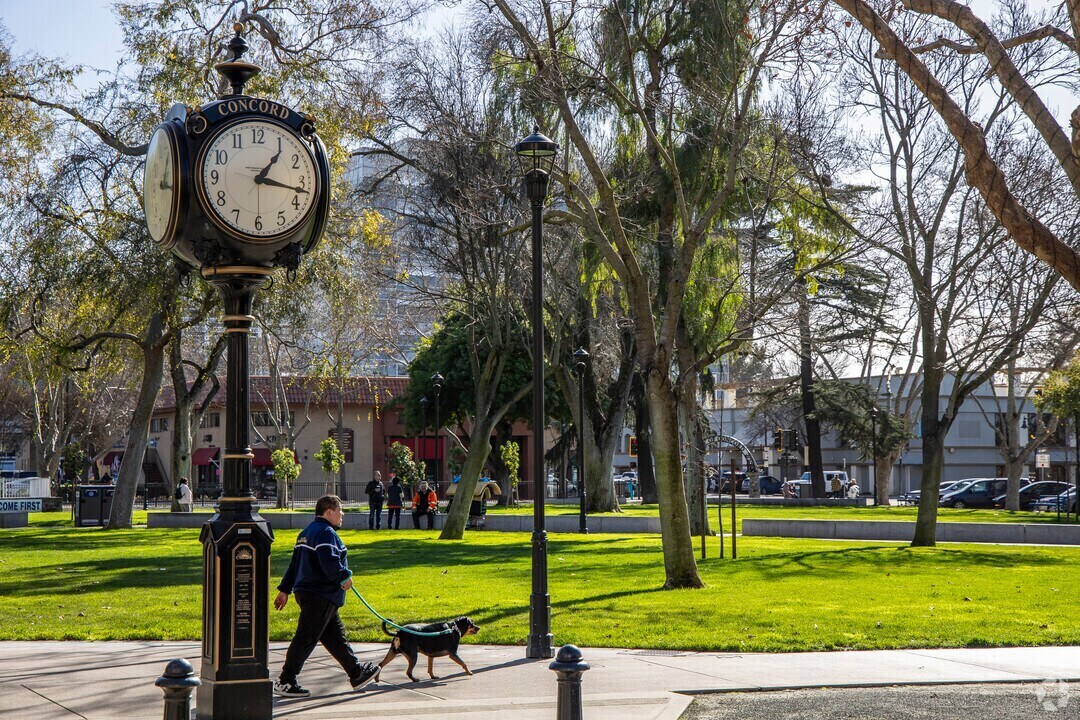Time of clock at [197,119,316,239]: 1:17
